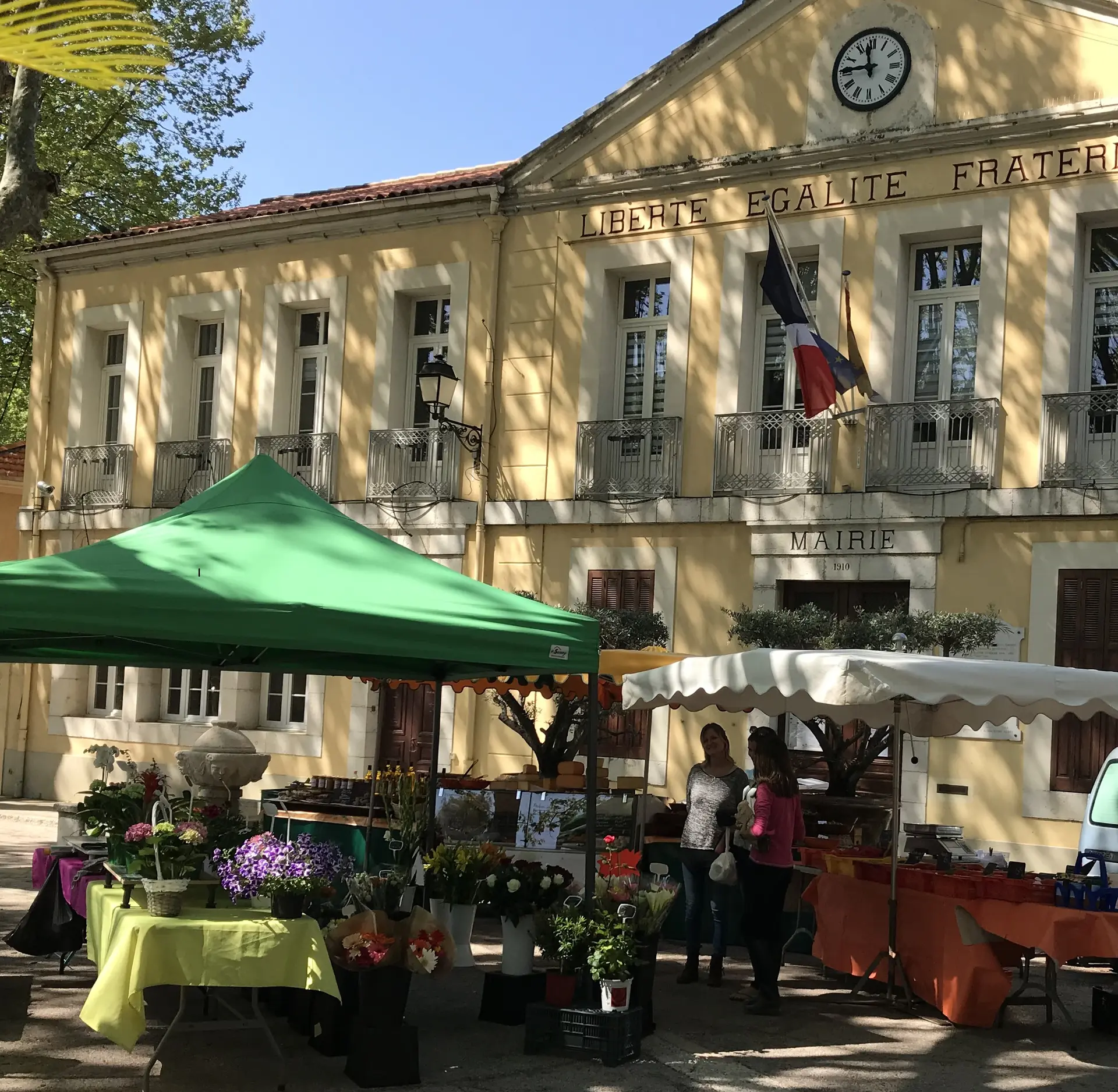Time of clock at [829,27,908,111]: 11:45
